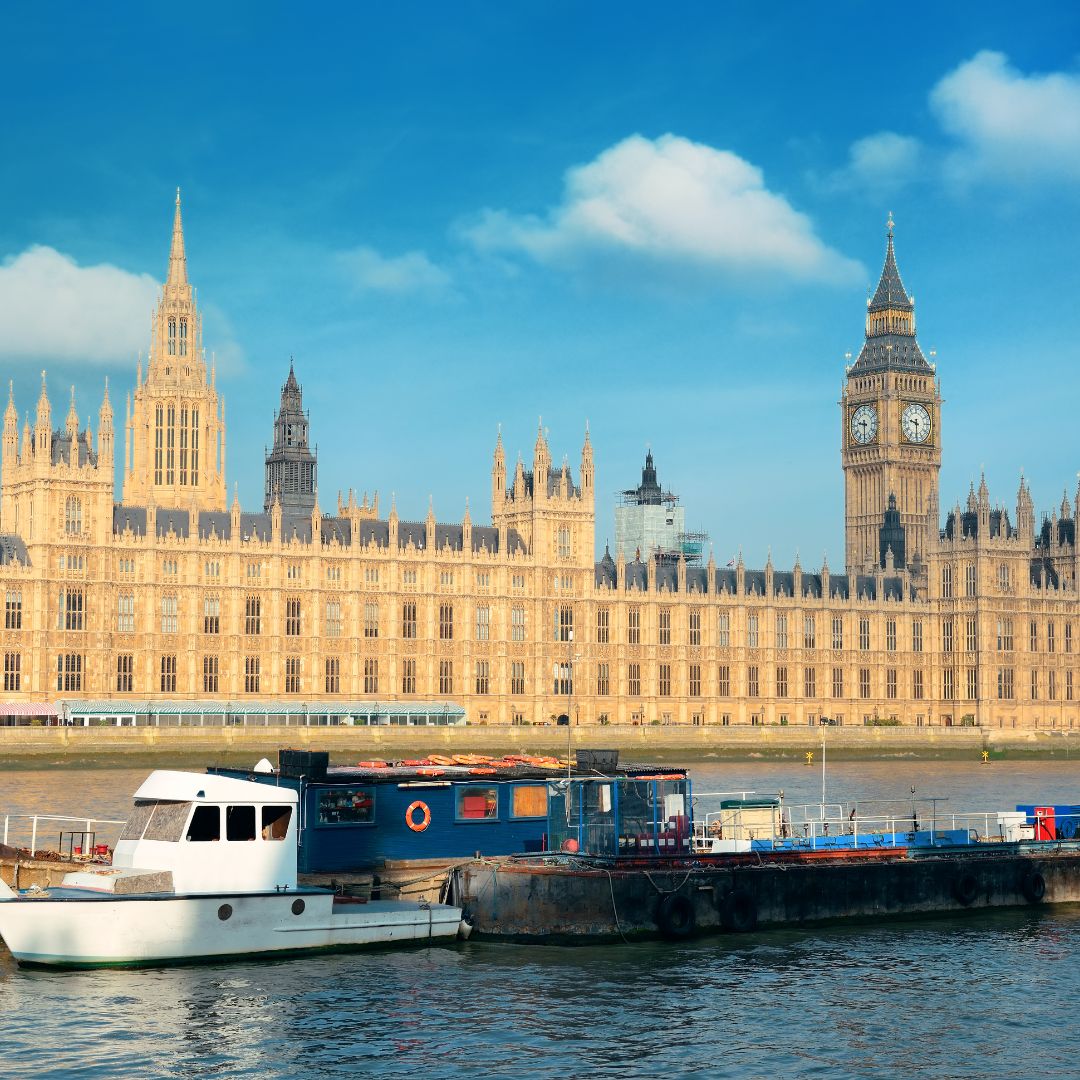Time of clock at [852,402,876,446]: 9:30
